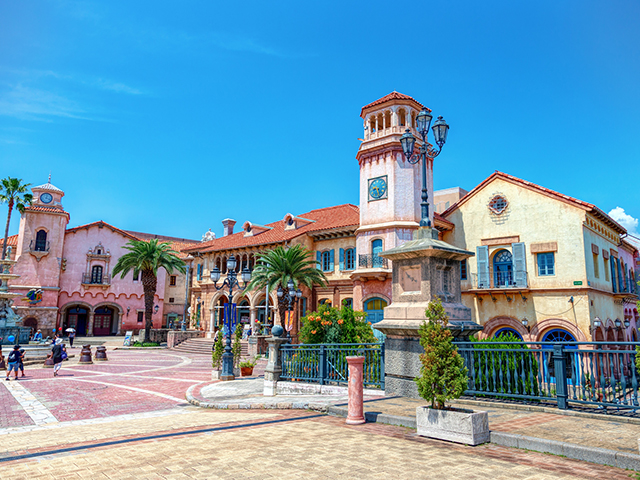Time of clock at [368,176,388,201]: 9:27
